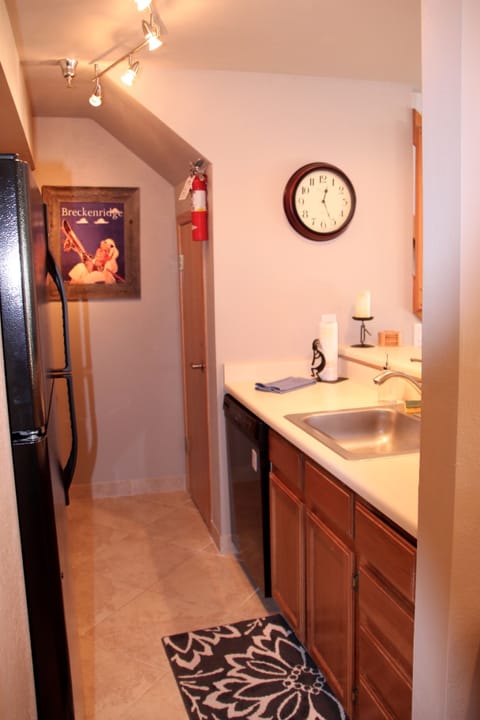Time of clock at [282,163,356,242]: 12:26
